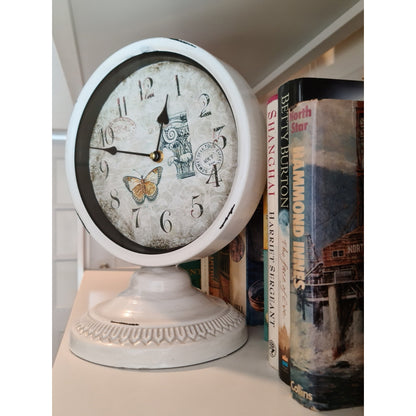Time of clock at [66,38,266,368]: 12:47
